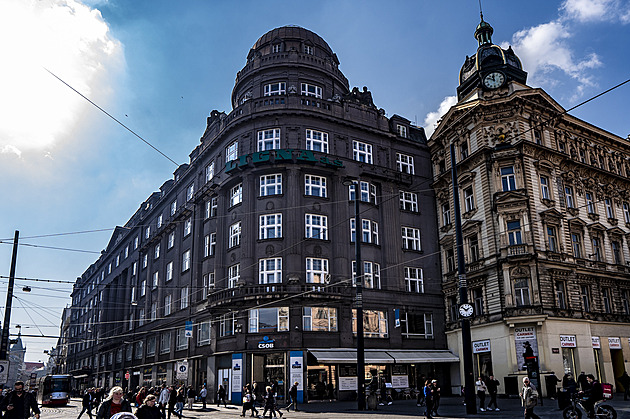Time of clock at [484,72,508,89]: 11:50
